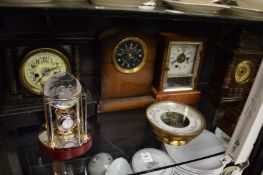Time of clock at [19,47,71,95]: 2:36
